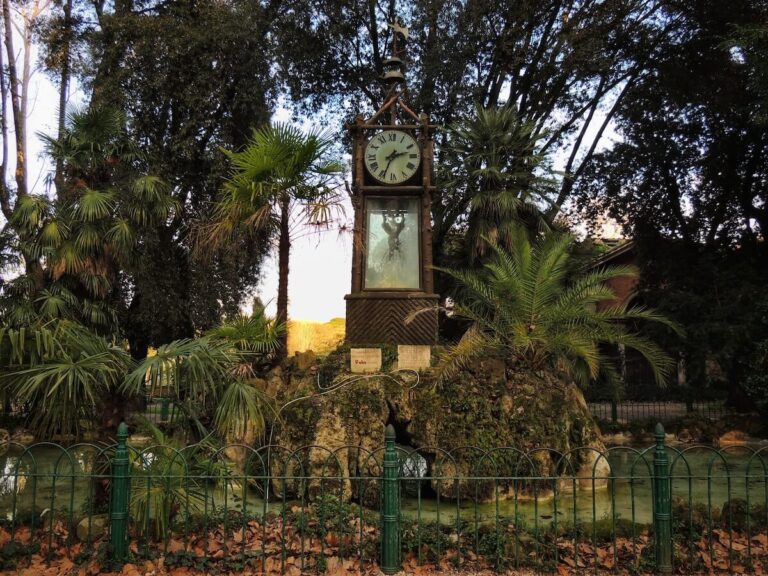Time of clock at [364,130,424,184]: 2:34
